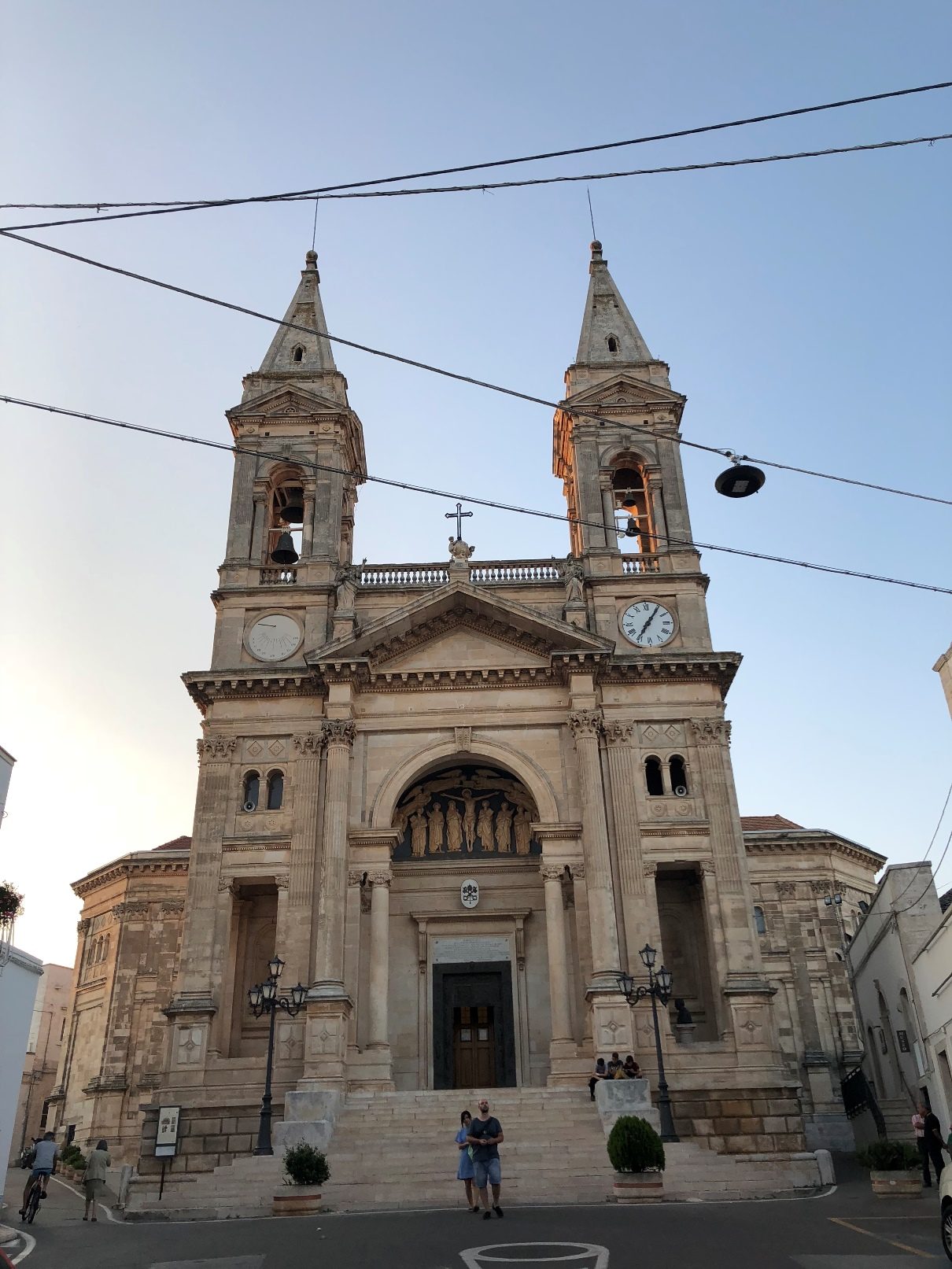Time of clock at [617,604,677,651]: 7:05
